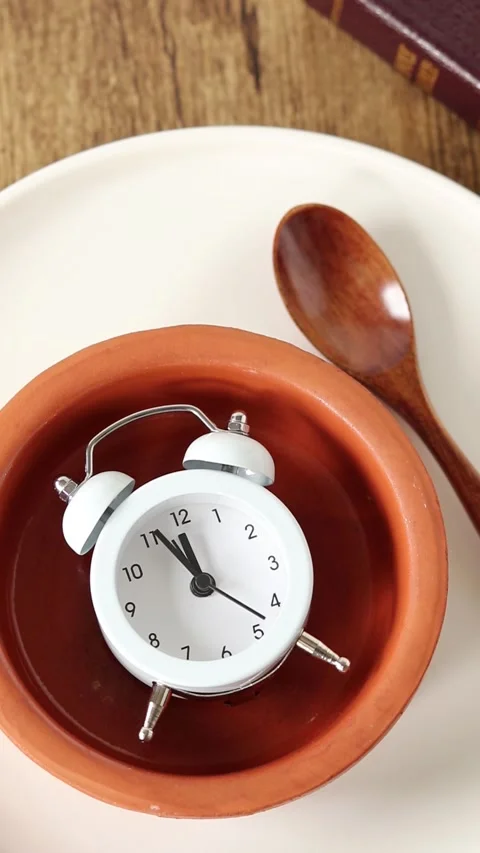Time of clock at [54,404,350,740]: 11:56
